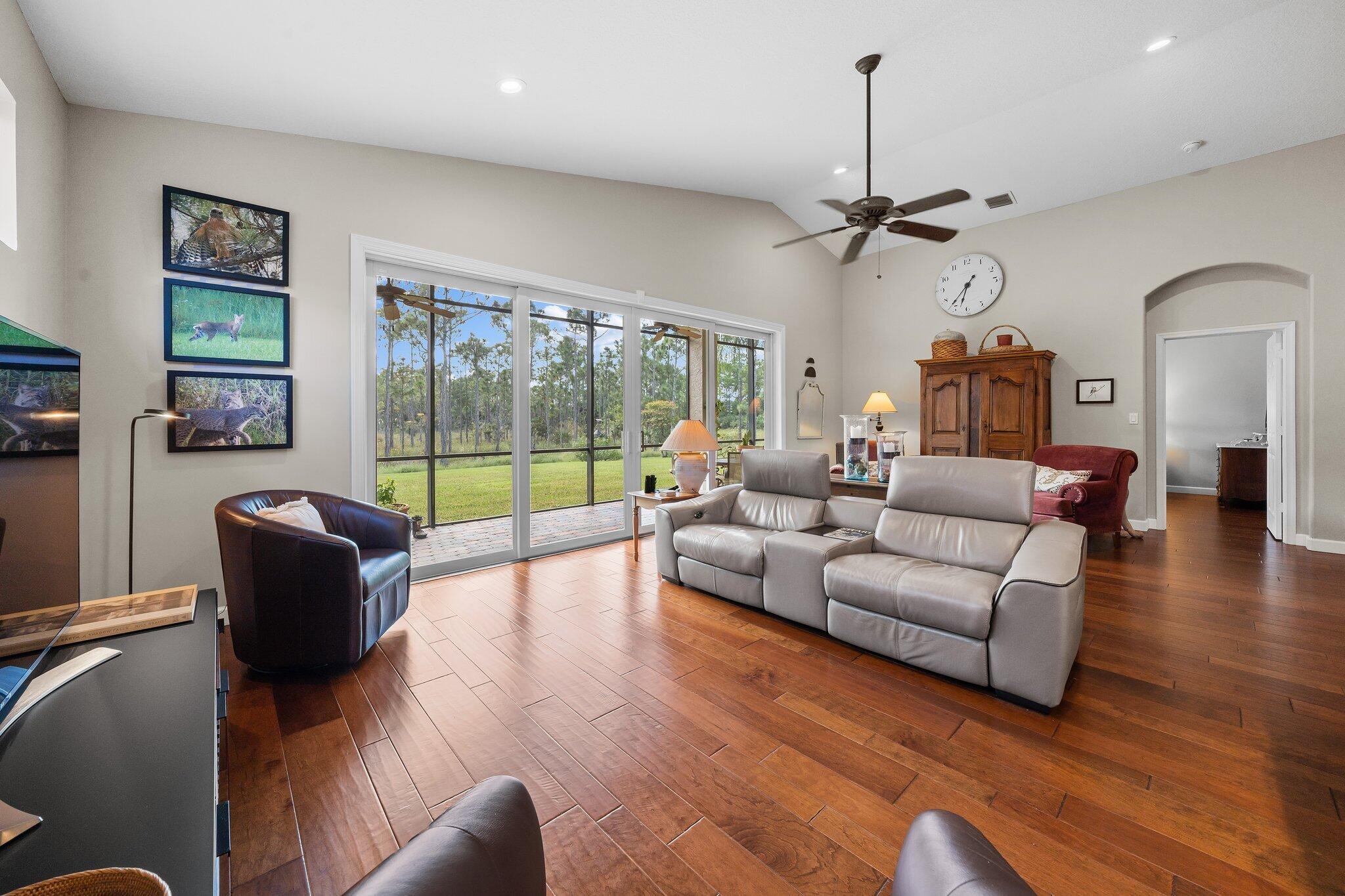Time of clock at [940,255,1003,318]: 6:36
